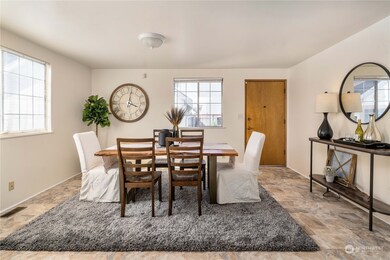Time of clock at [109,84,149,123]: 4:01
